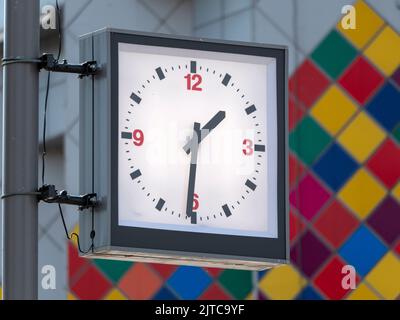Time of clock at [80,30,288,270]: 1:30
